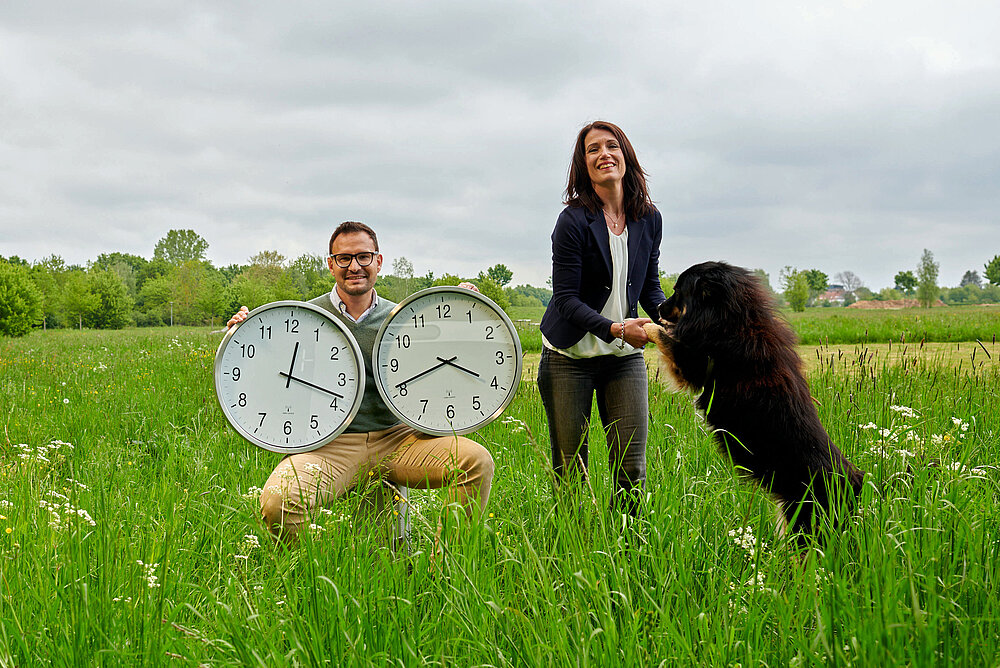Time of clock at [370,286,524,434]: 3:41
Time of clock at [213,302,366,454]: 12:18
